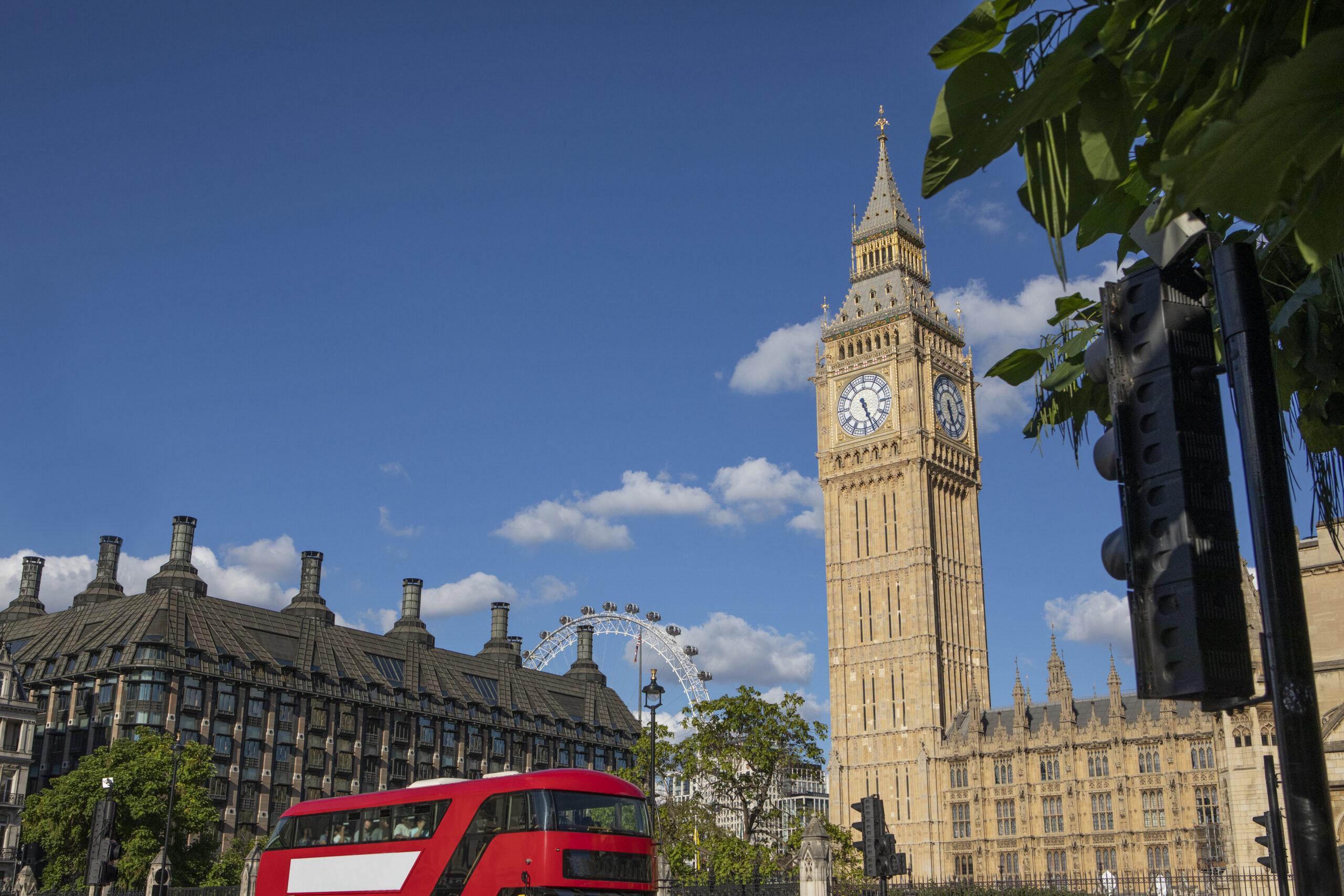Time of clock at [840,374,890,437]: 5:26
